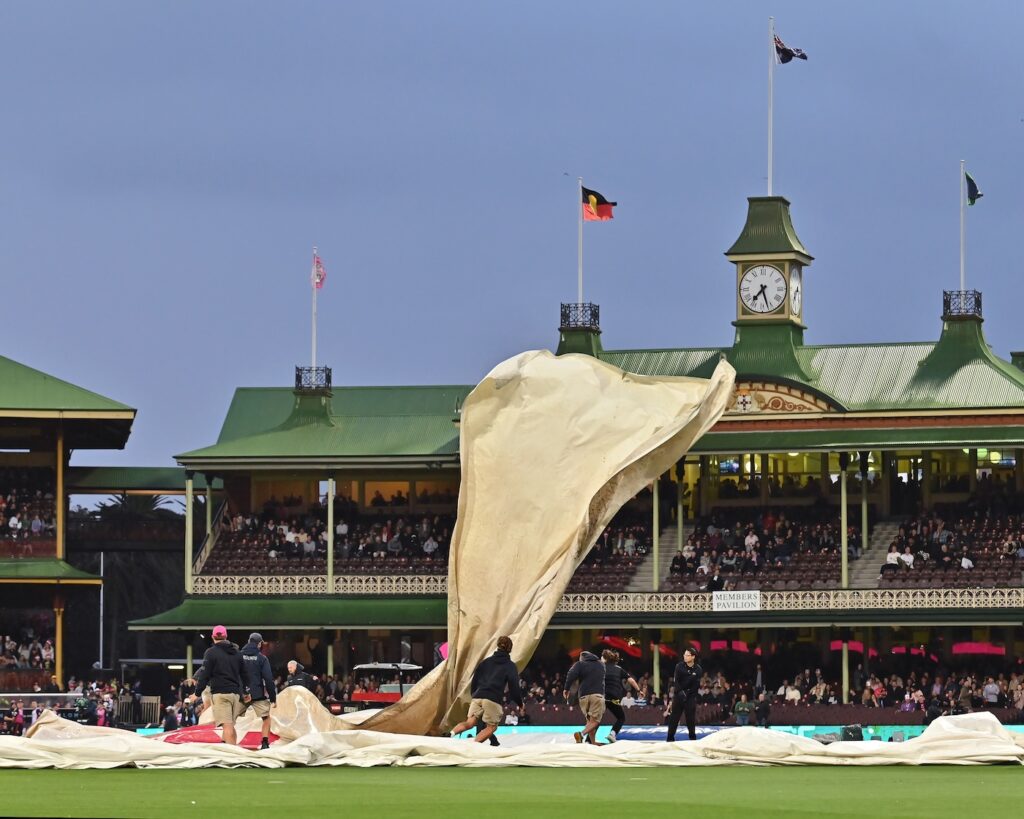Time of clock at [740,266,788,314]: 7:27
